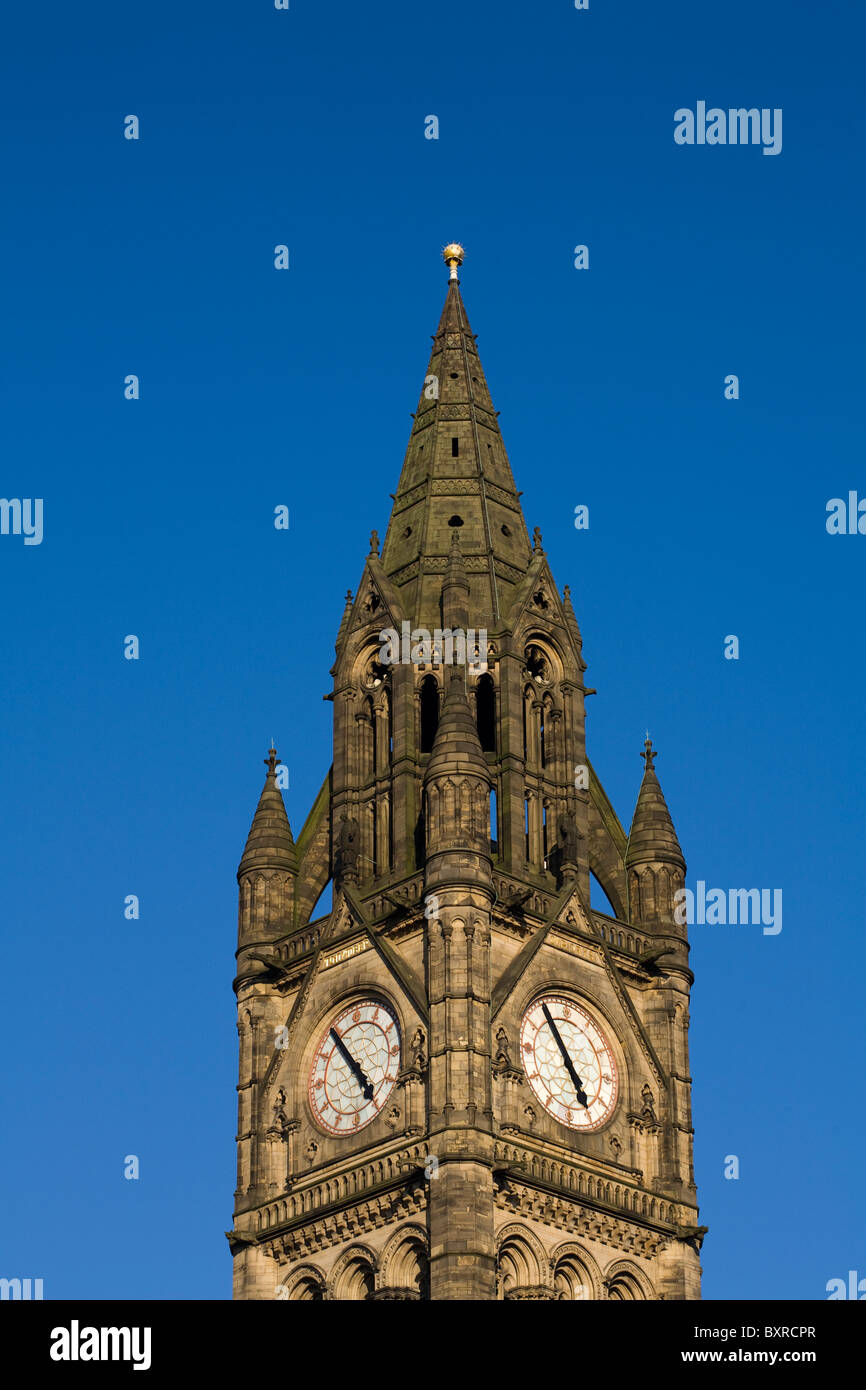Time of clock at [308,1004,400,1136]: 4:54
